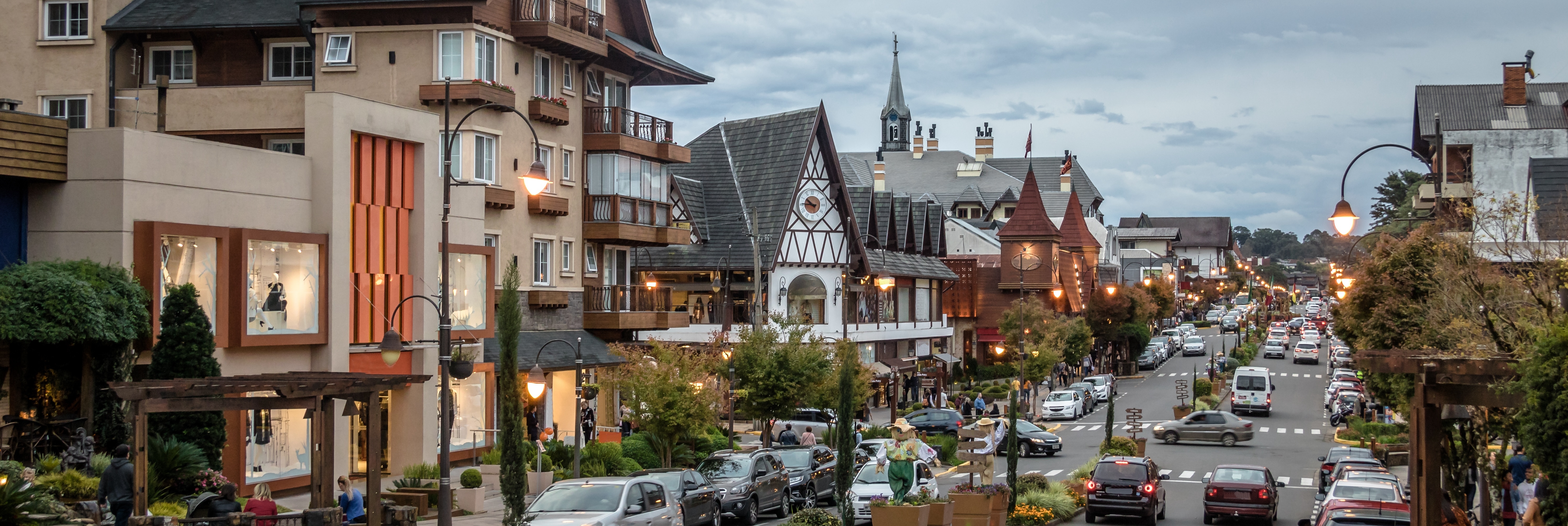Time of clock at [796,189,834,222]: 10:45
